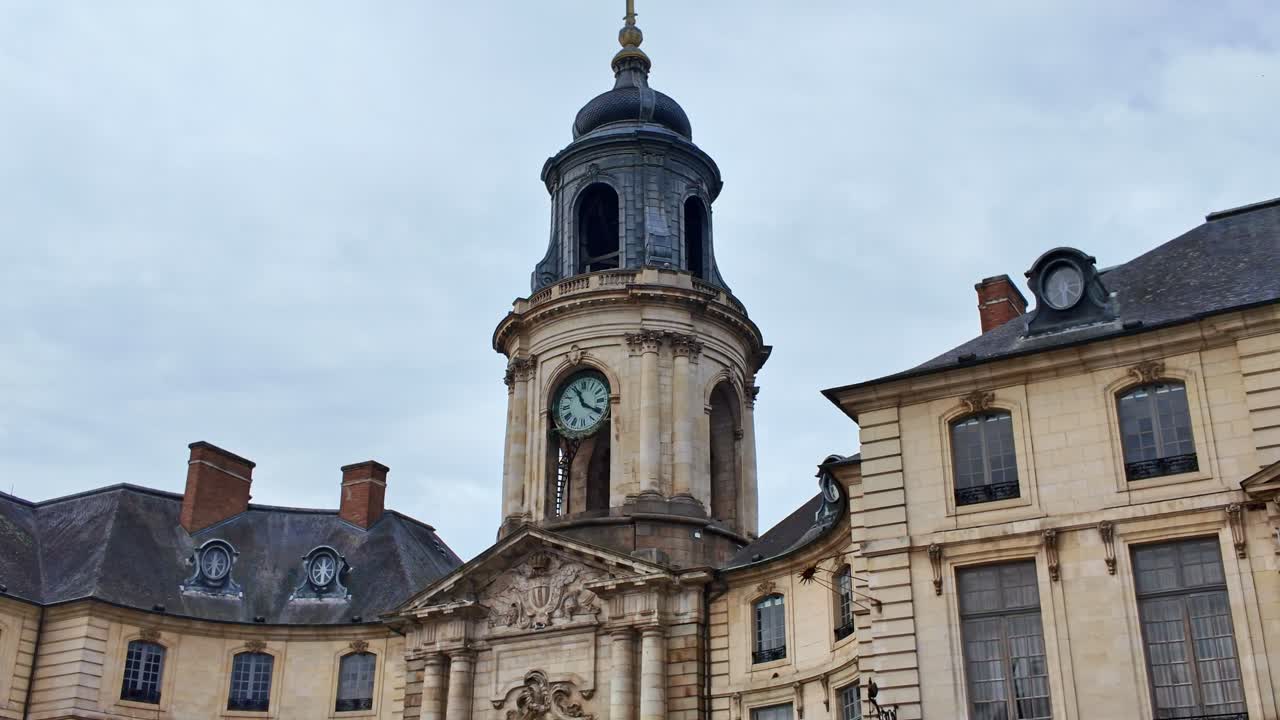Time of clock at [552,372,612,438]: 11:20
